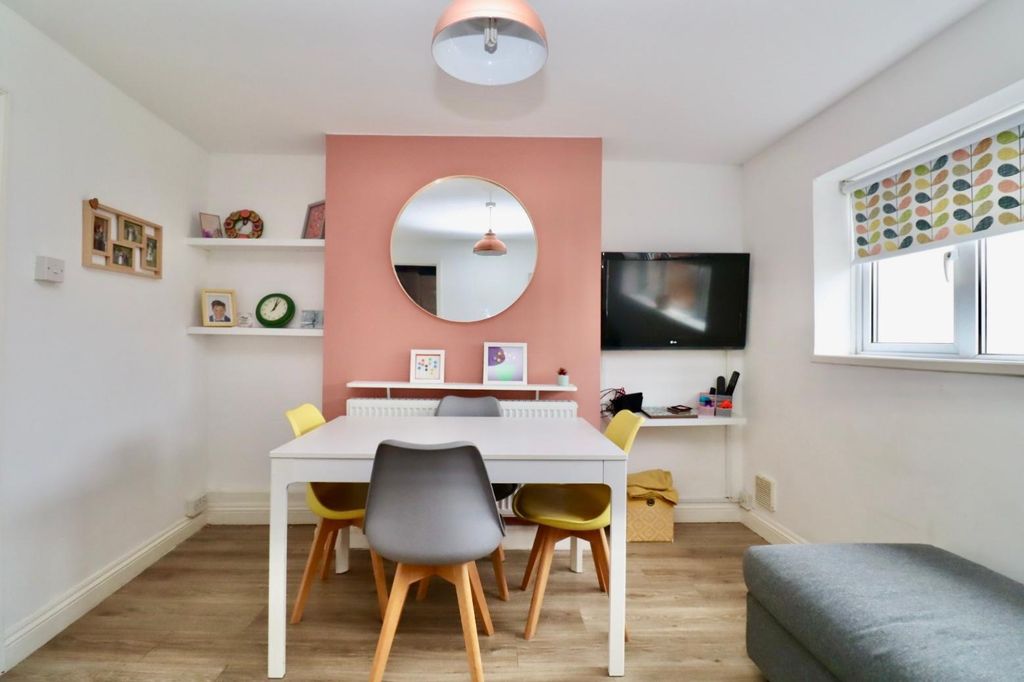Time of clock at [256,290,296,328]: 1:02
